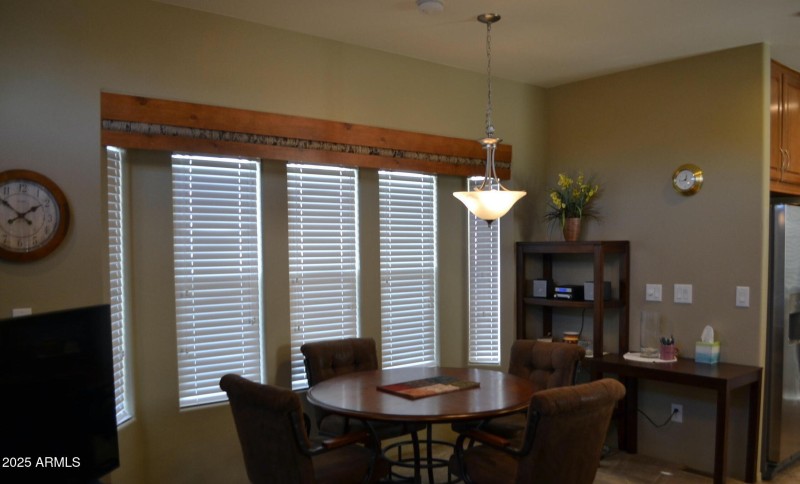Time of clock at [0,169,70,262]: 1:51
